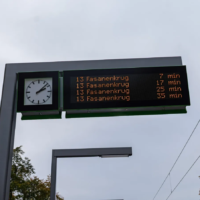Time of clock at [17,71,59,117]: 2:08
